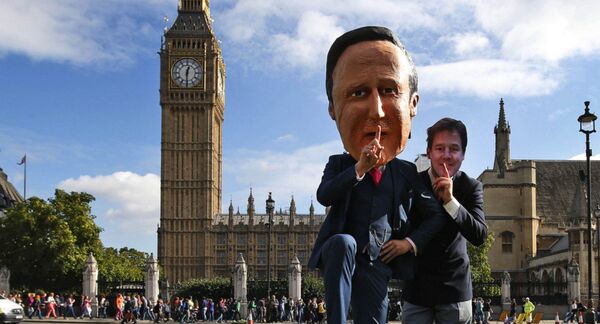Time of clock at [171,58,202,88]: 12:30
